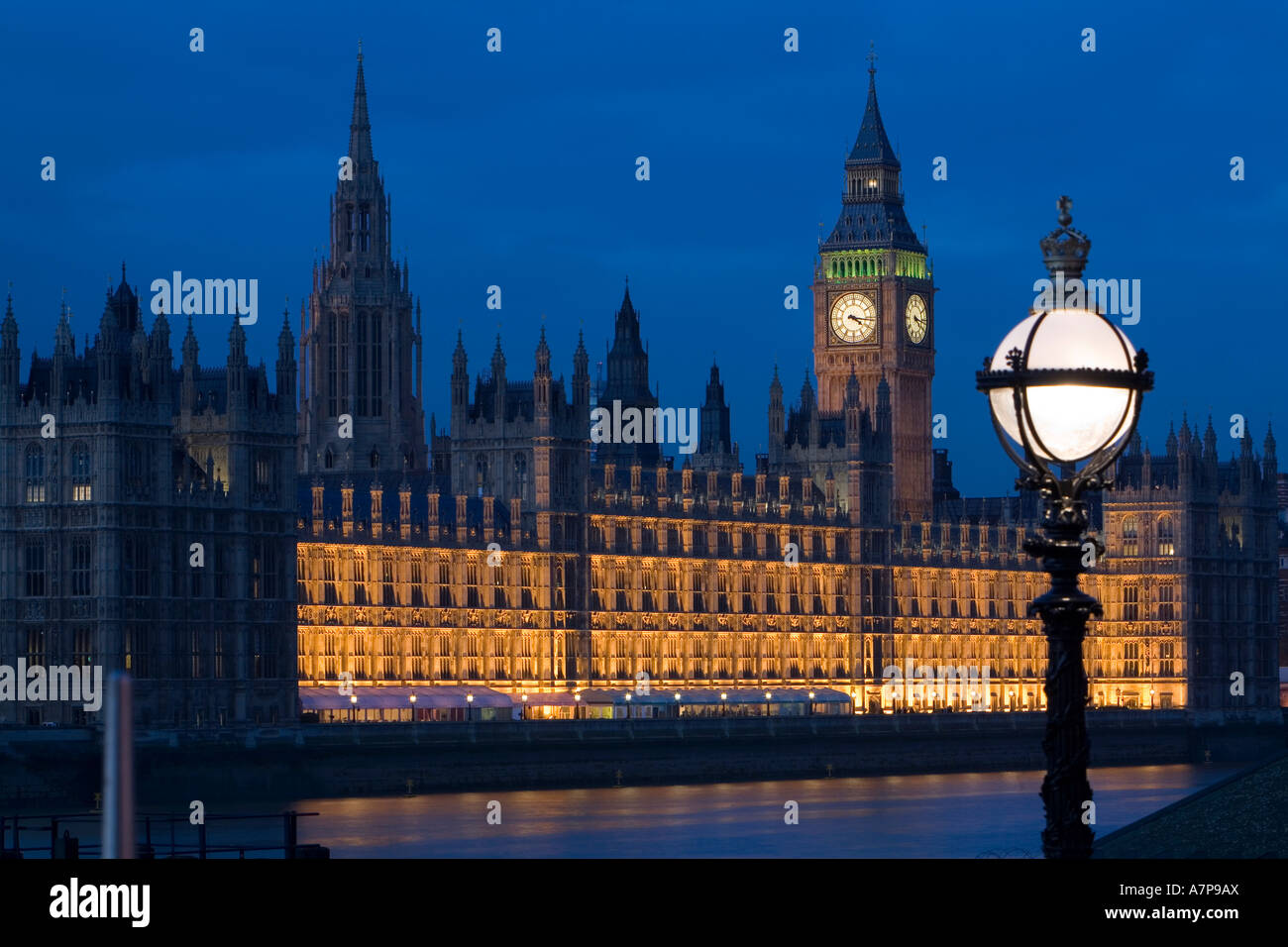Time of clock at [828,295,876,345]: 4:16
